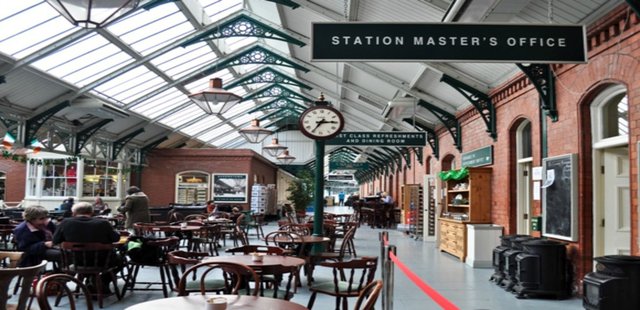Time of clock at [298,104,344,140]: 7:14
